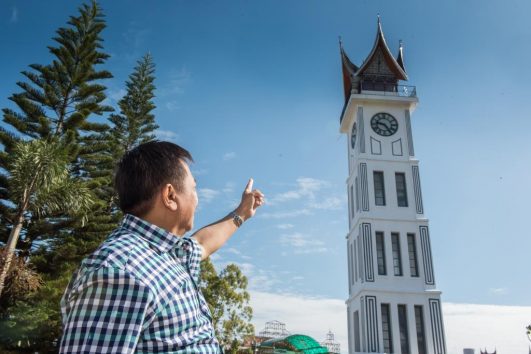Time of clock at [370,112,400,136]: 9:23
